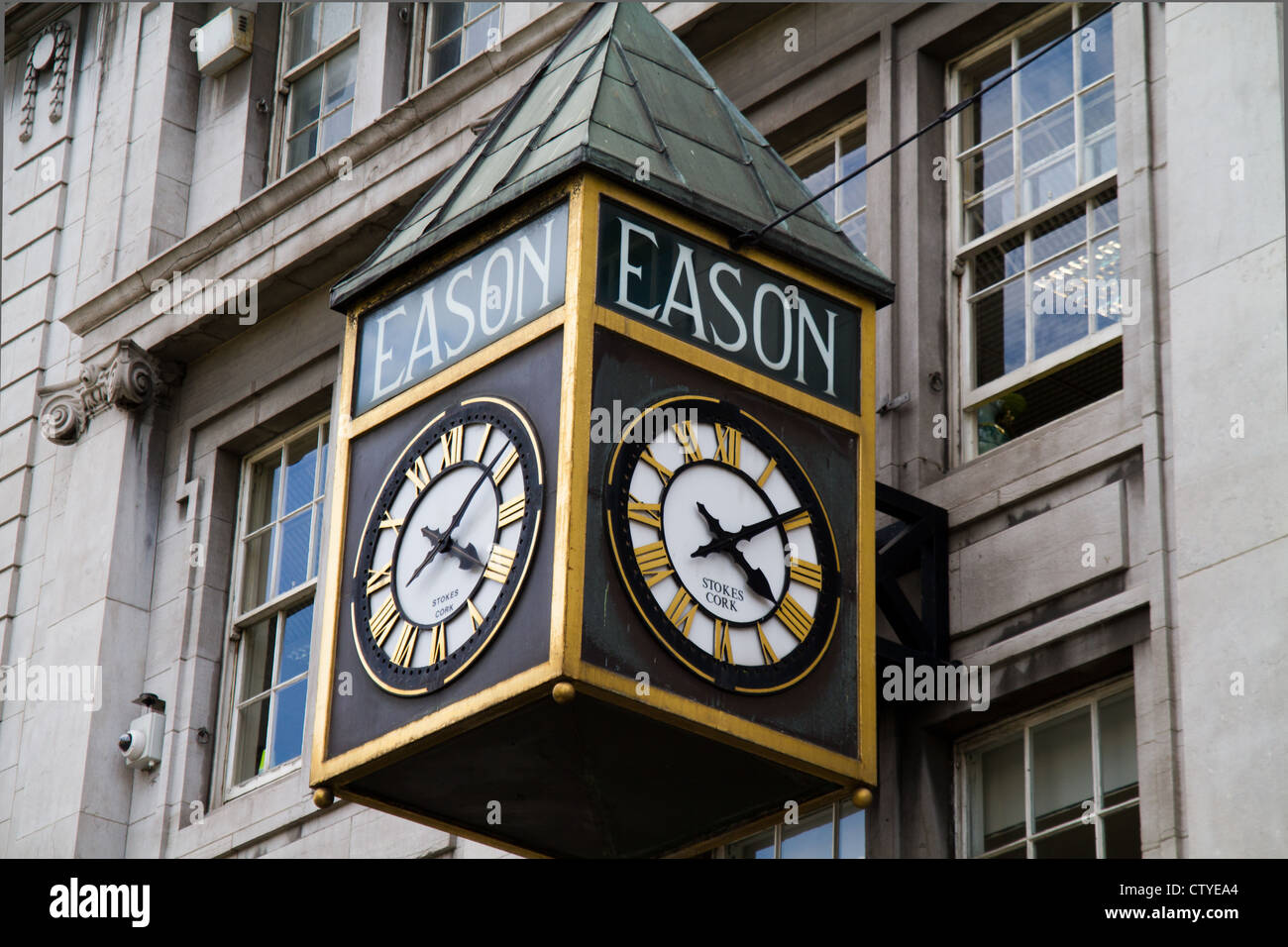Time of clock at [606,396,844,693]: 4:09
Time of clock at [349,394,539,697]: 4:07
